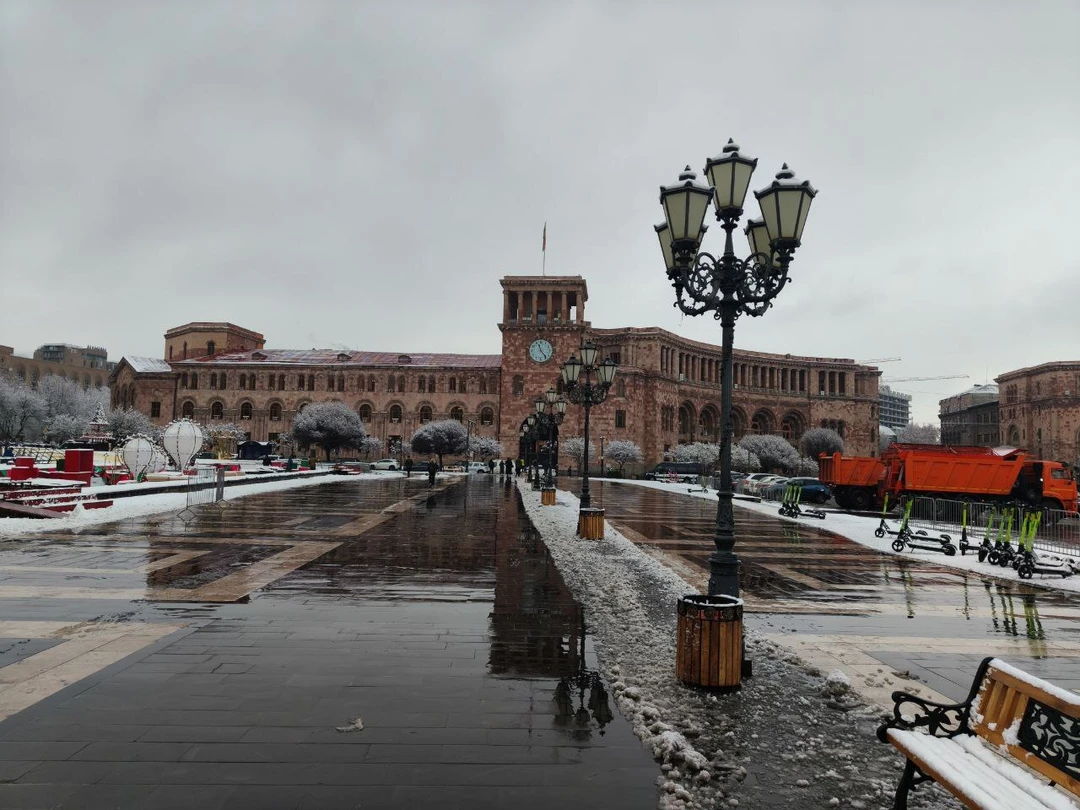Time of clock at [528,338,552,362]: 11:23
